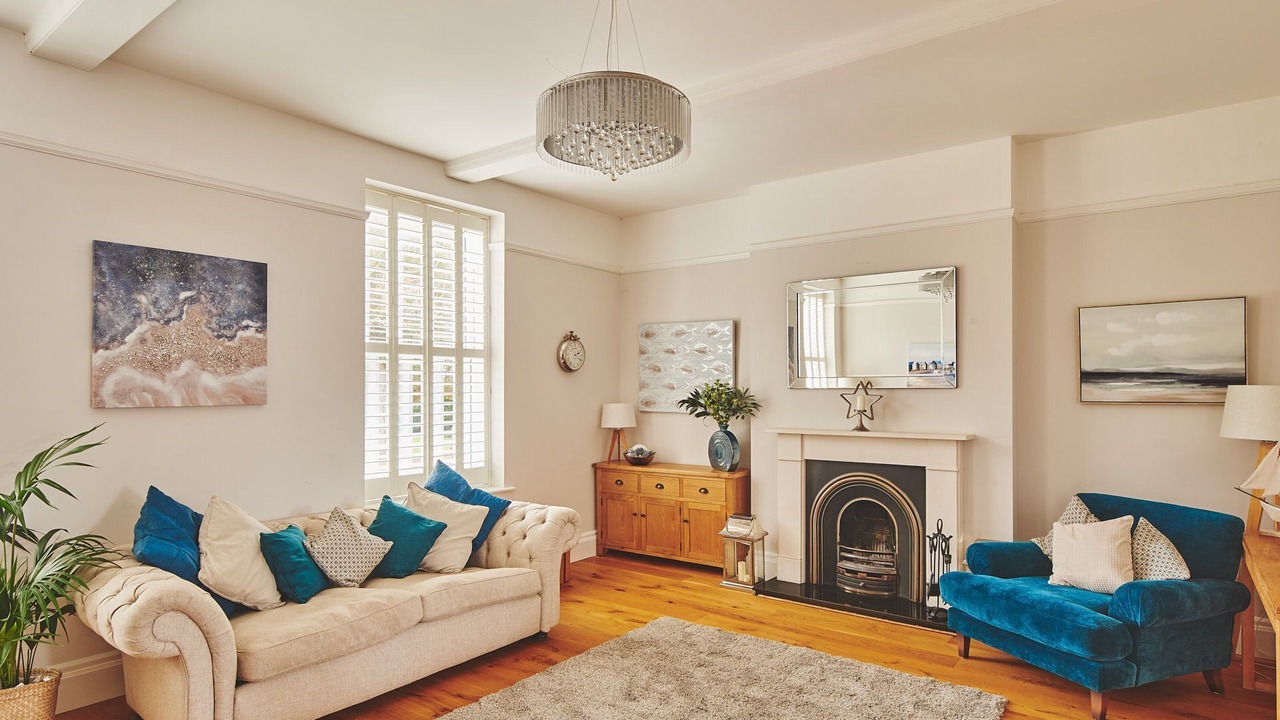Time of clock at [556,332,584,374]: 2:19
